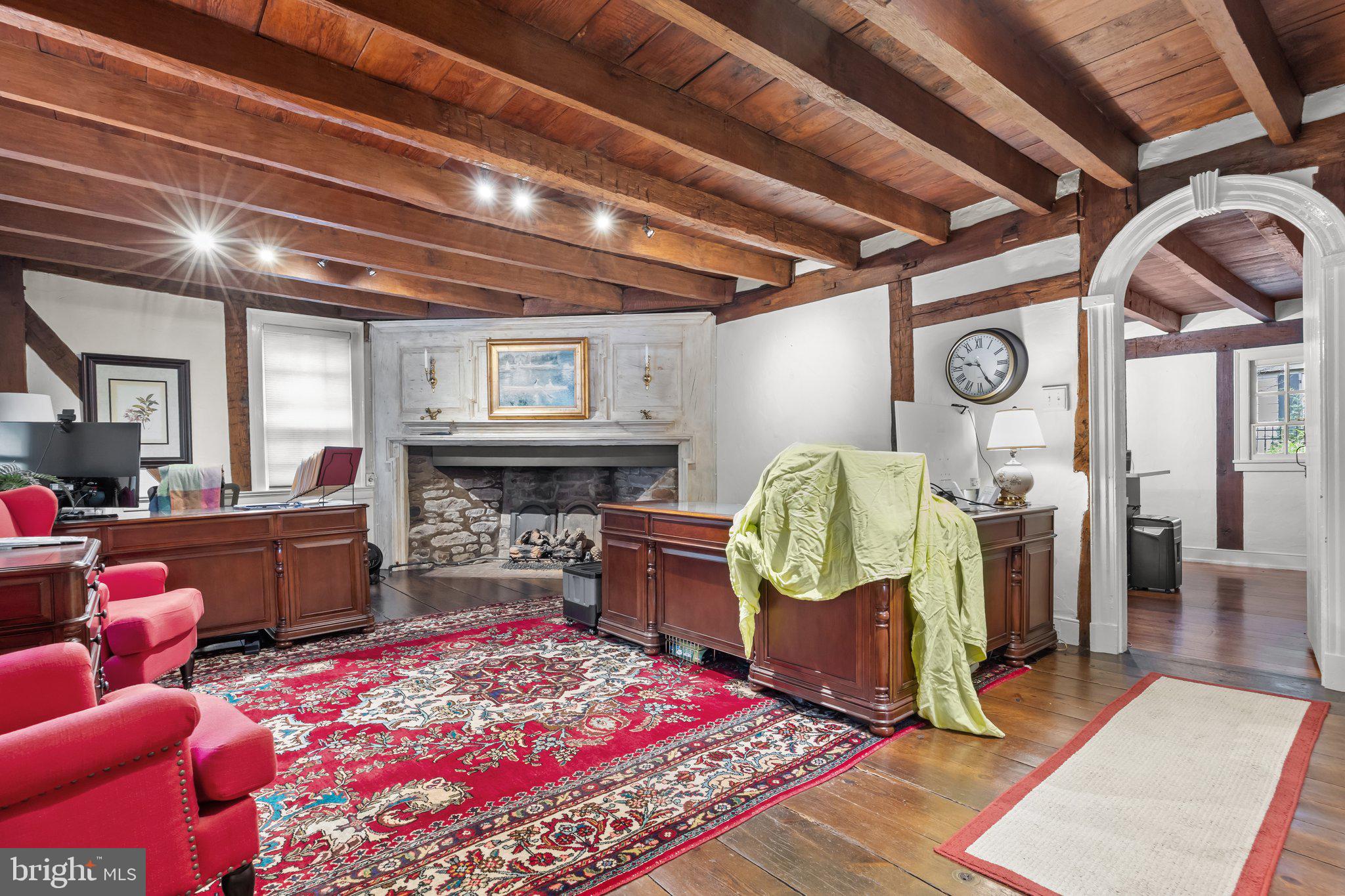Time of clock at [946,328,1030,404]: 9:24
